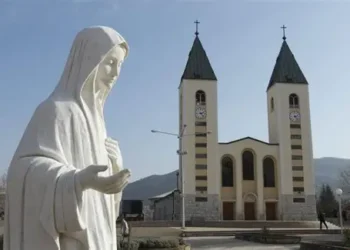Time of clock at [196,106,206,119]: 2:23
